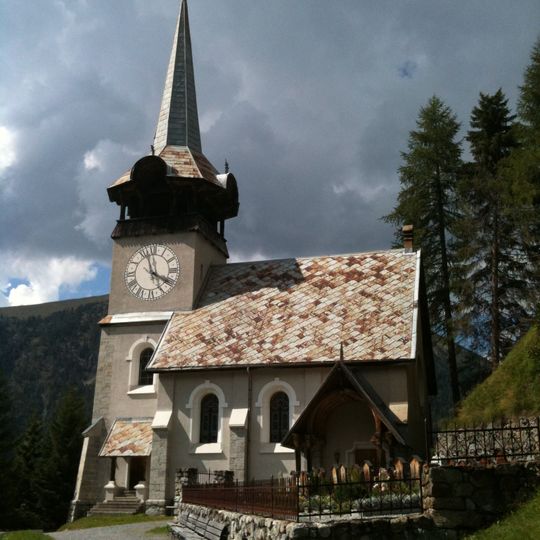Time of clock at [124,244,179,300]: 3:57
